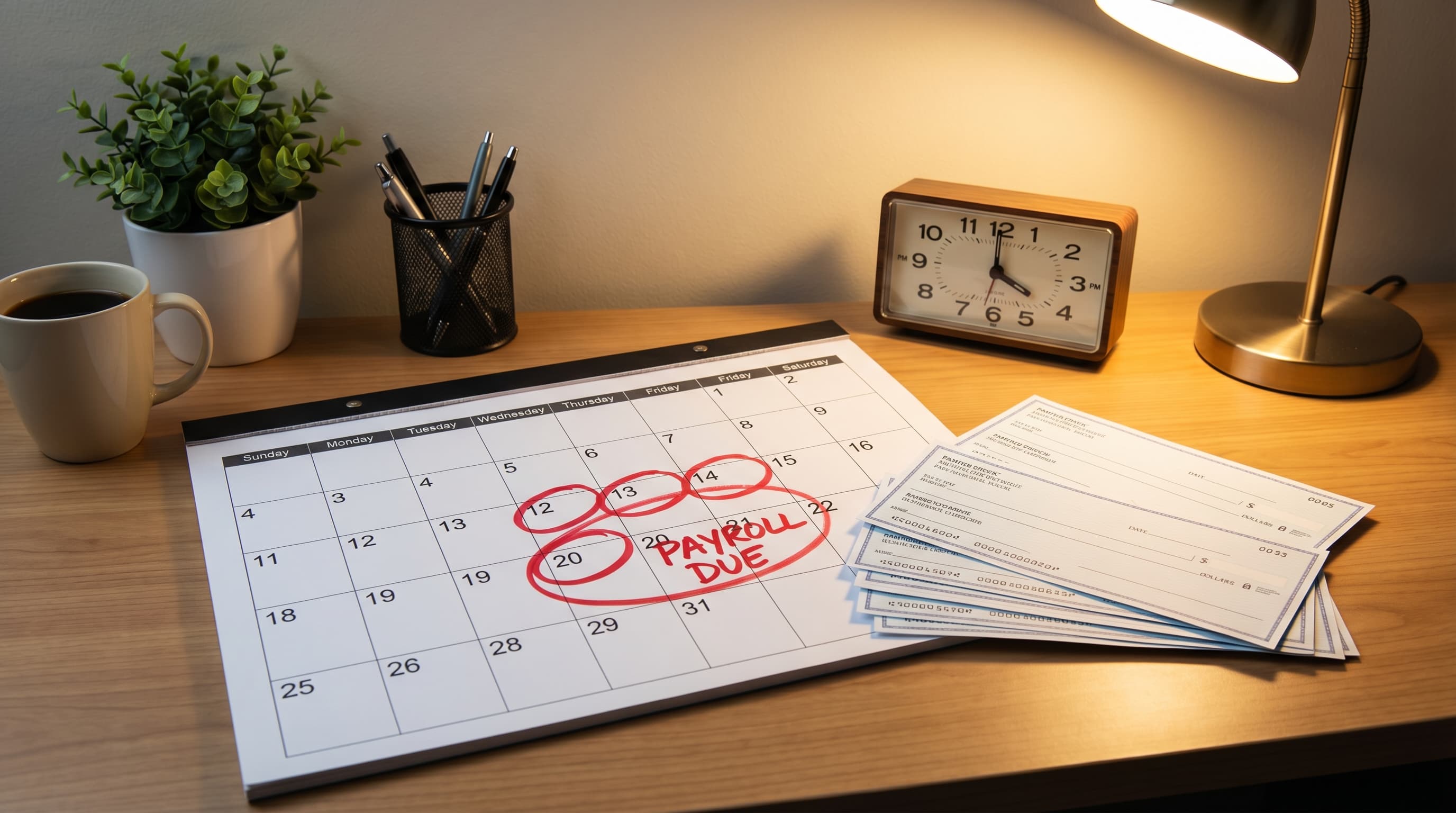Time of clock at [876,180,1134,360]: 4:00
